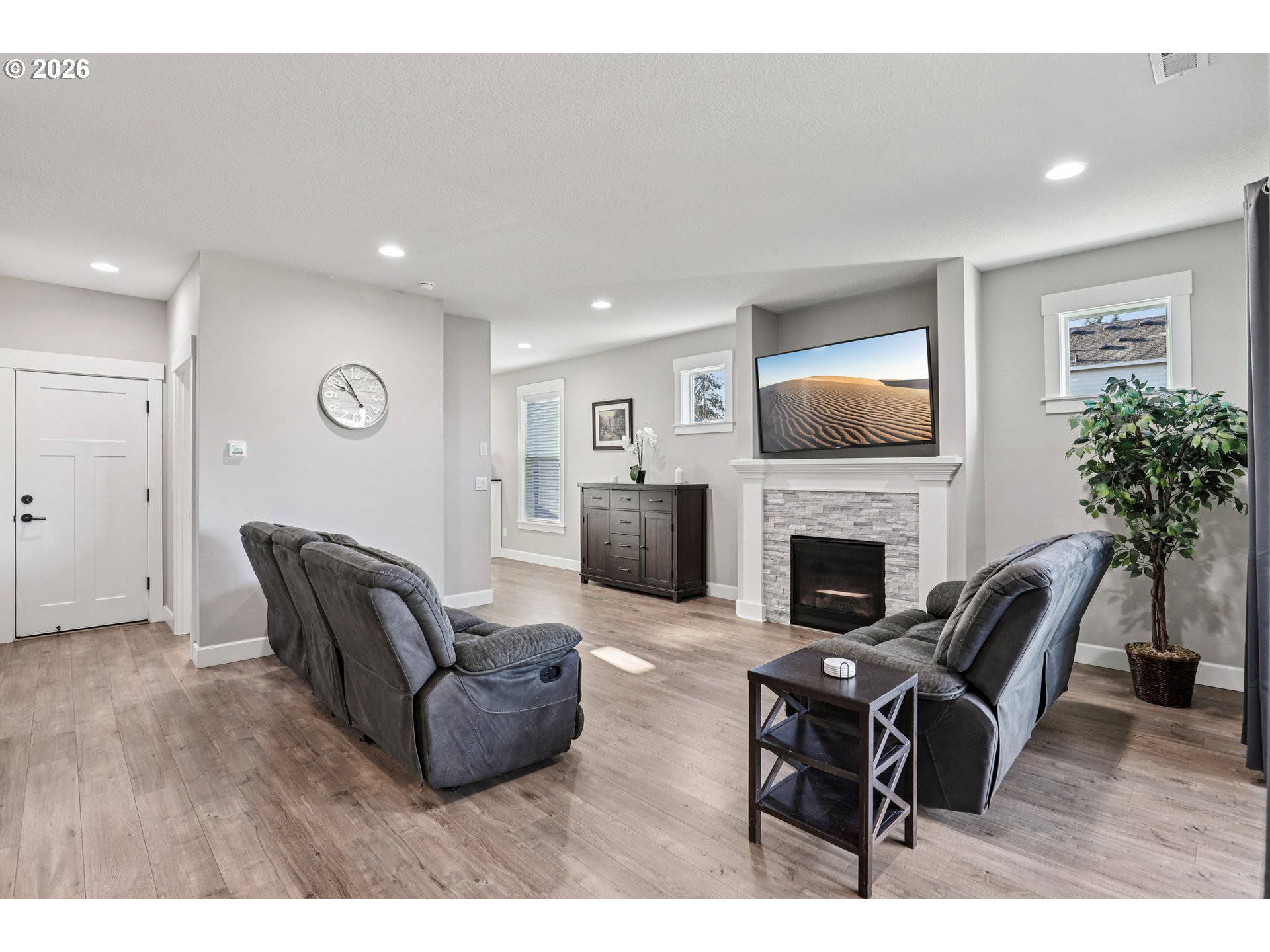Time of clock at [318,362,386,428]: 9:54
